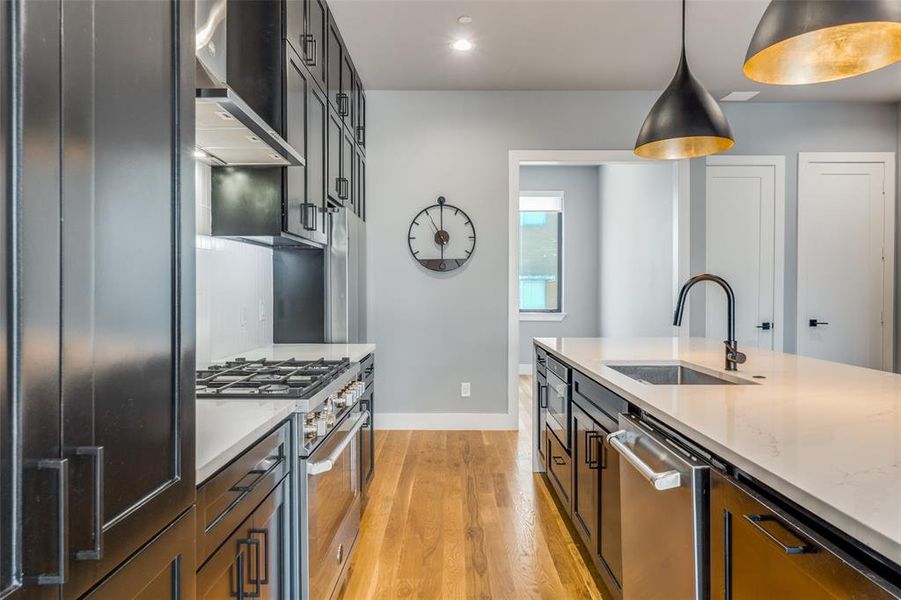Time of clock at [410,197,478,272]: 5:59
